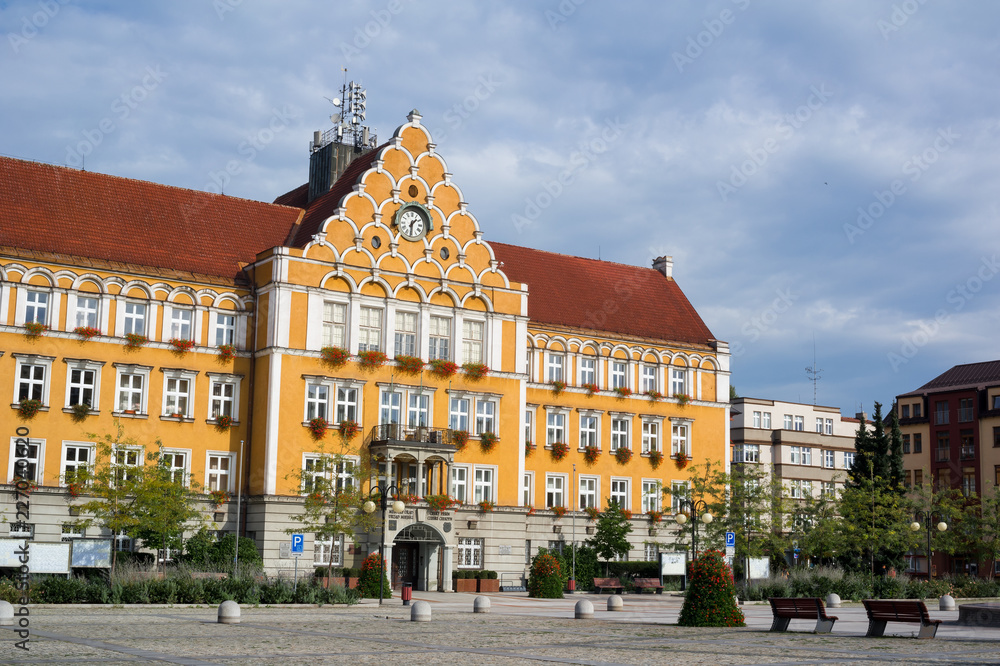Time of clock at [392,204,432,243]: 1:30
